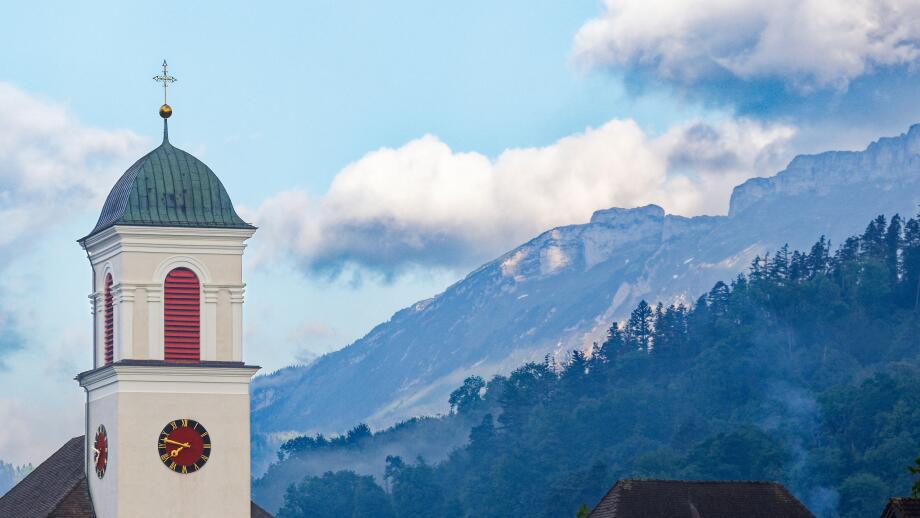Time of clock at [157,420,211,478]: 7:47
